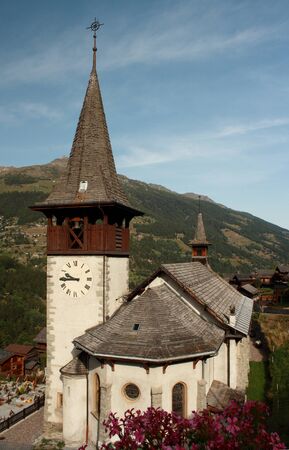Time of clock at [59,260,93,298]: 9:44
